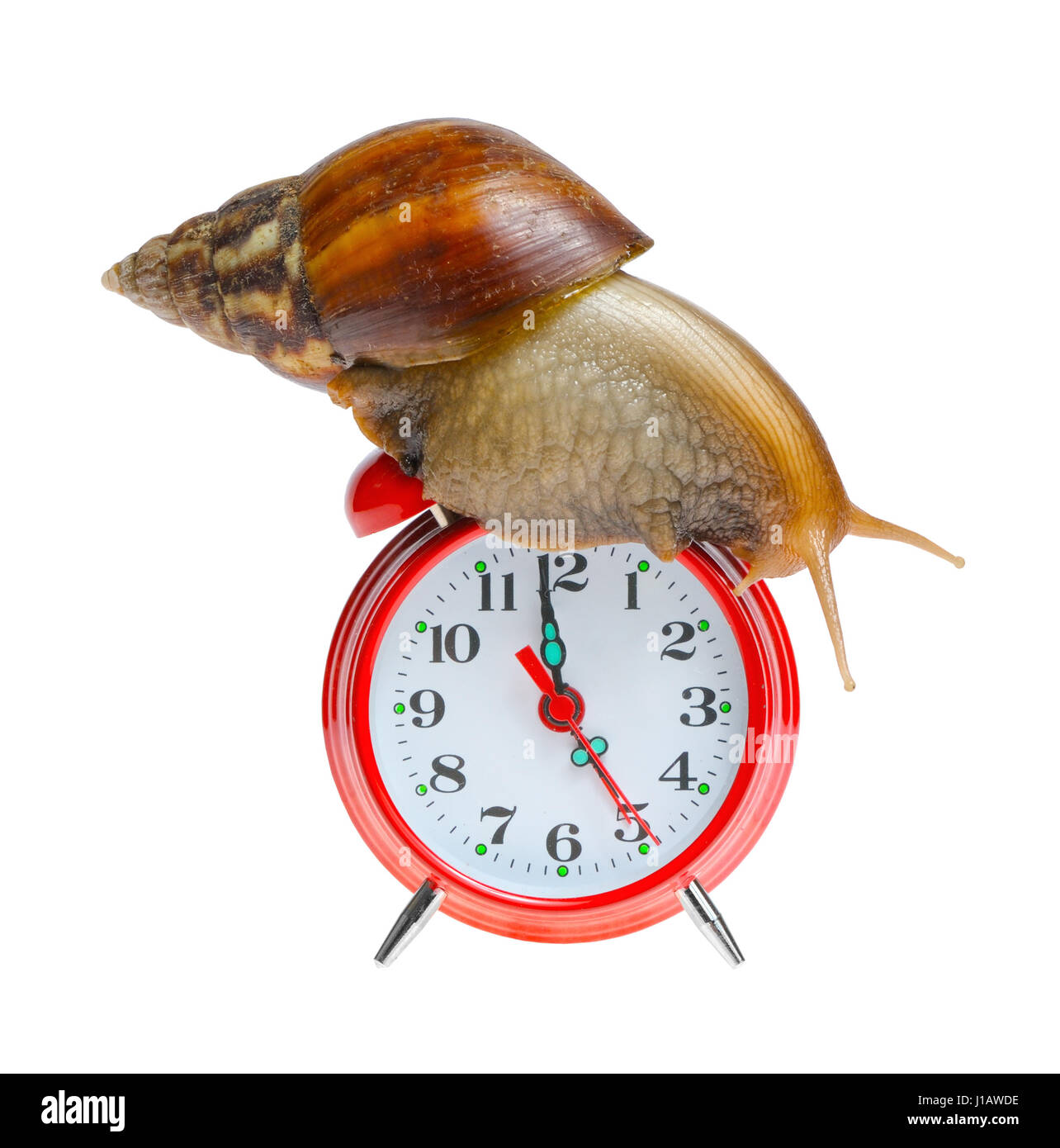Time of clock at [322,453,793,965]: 4:58
